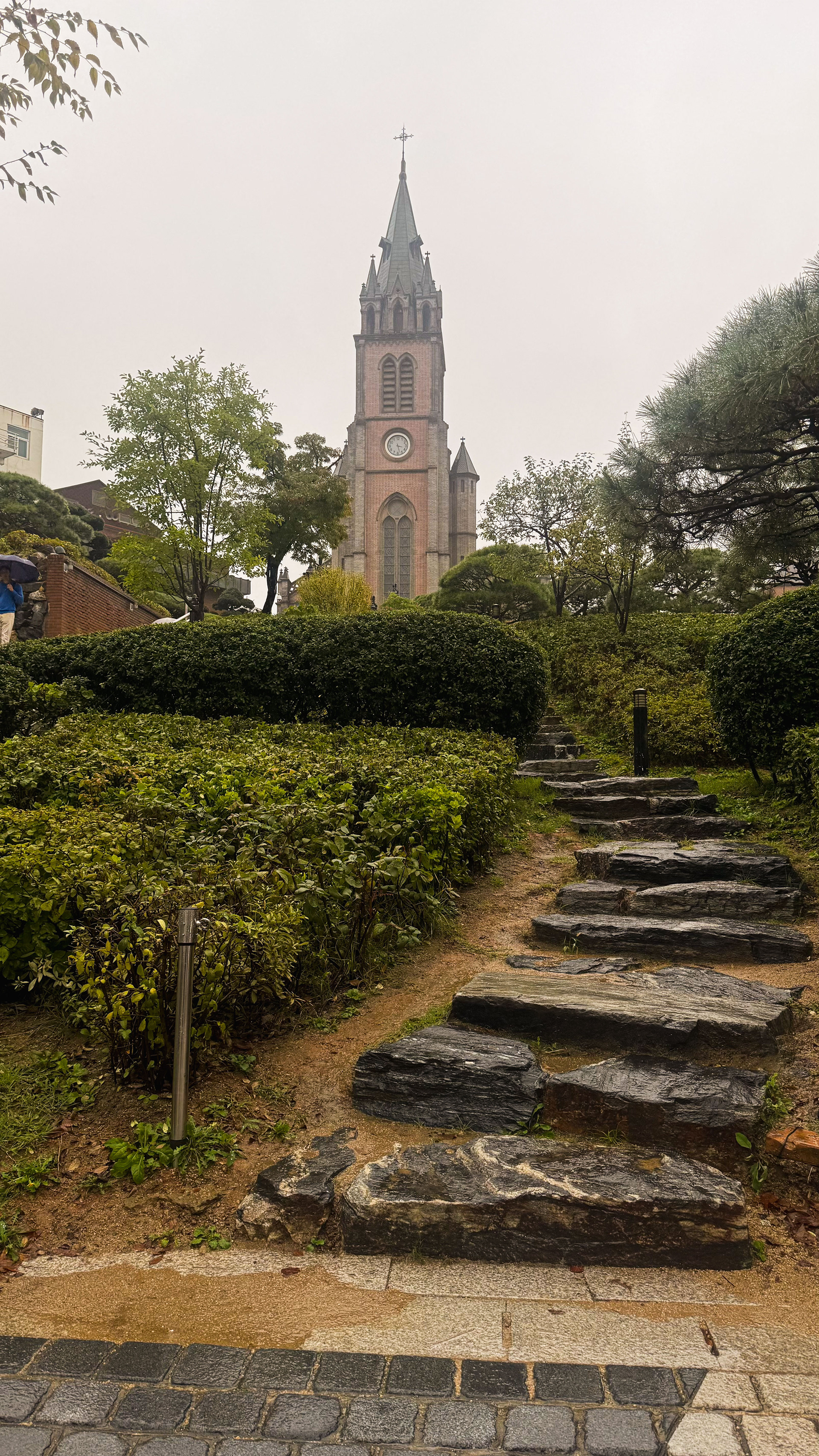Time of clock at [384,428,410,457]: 3:27
